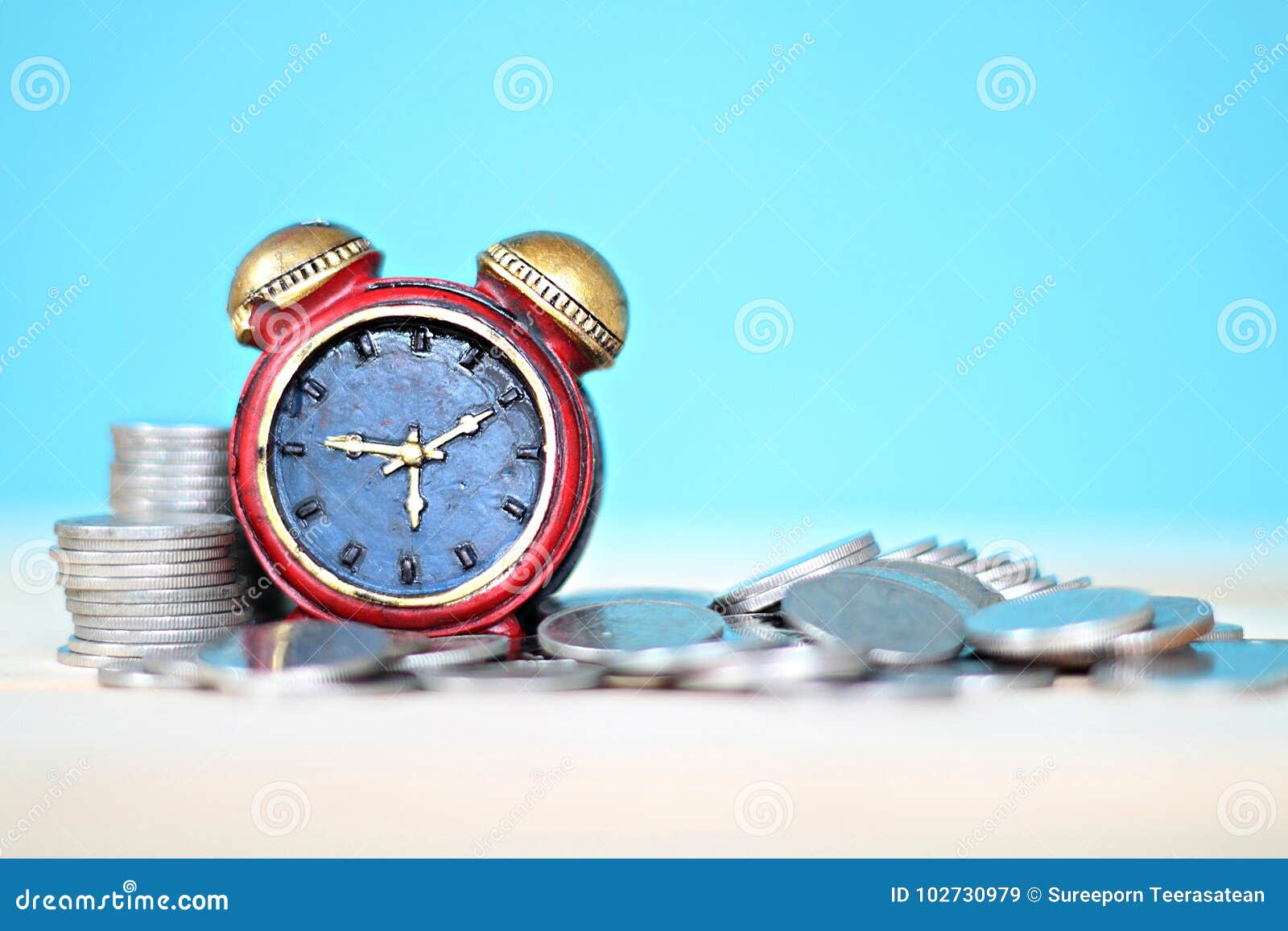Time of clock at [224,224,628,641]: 9:10
